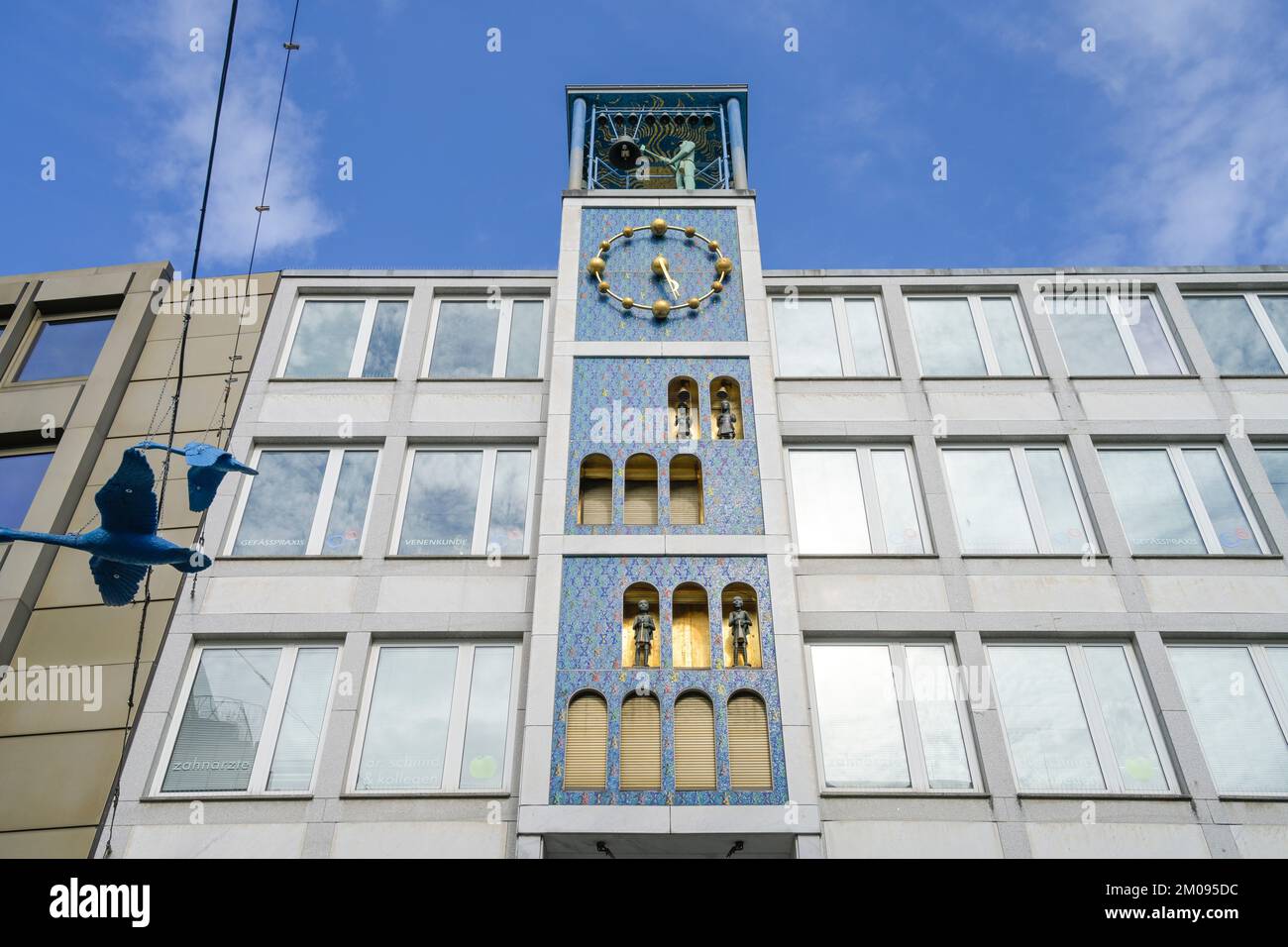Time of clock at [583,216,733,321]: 5:26
